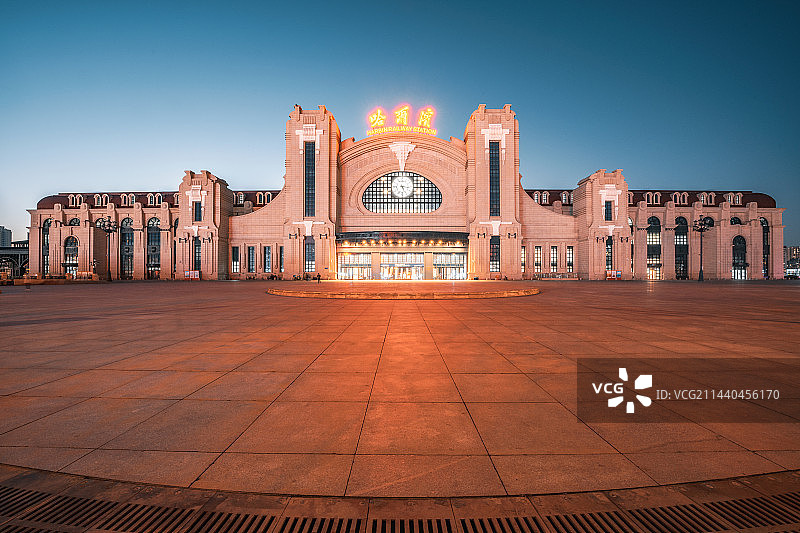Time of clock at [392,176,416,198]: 5:16
